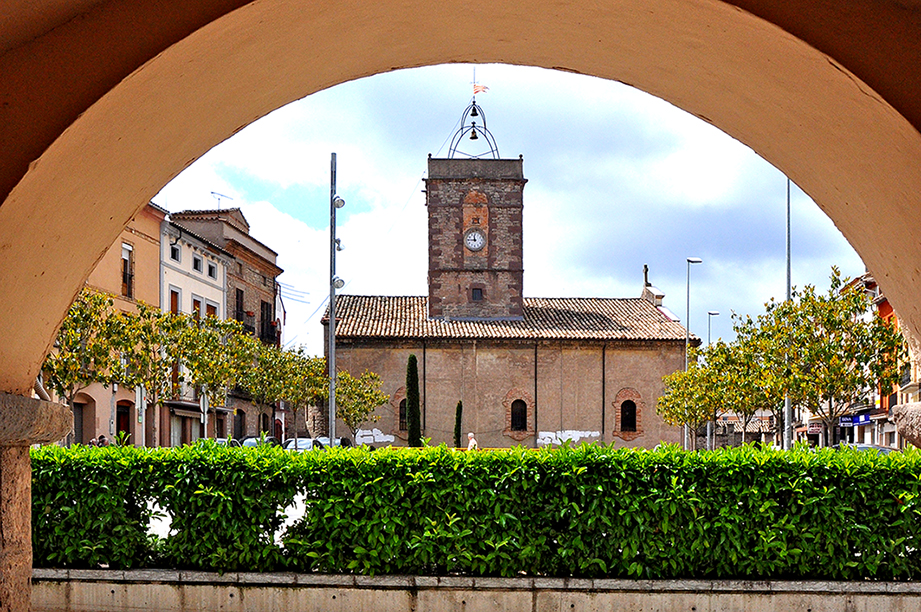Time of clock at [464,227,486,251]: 11:45
